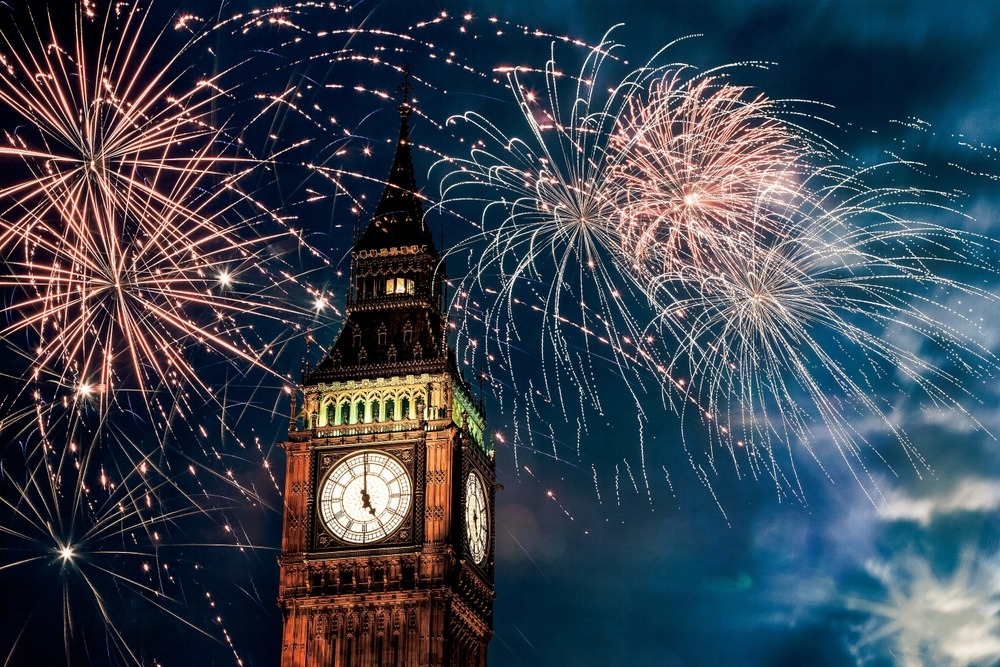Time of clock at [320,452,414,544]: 4:59
